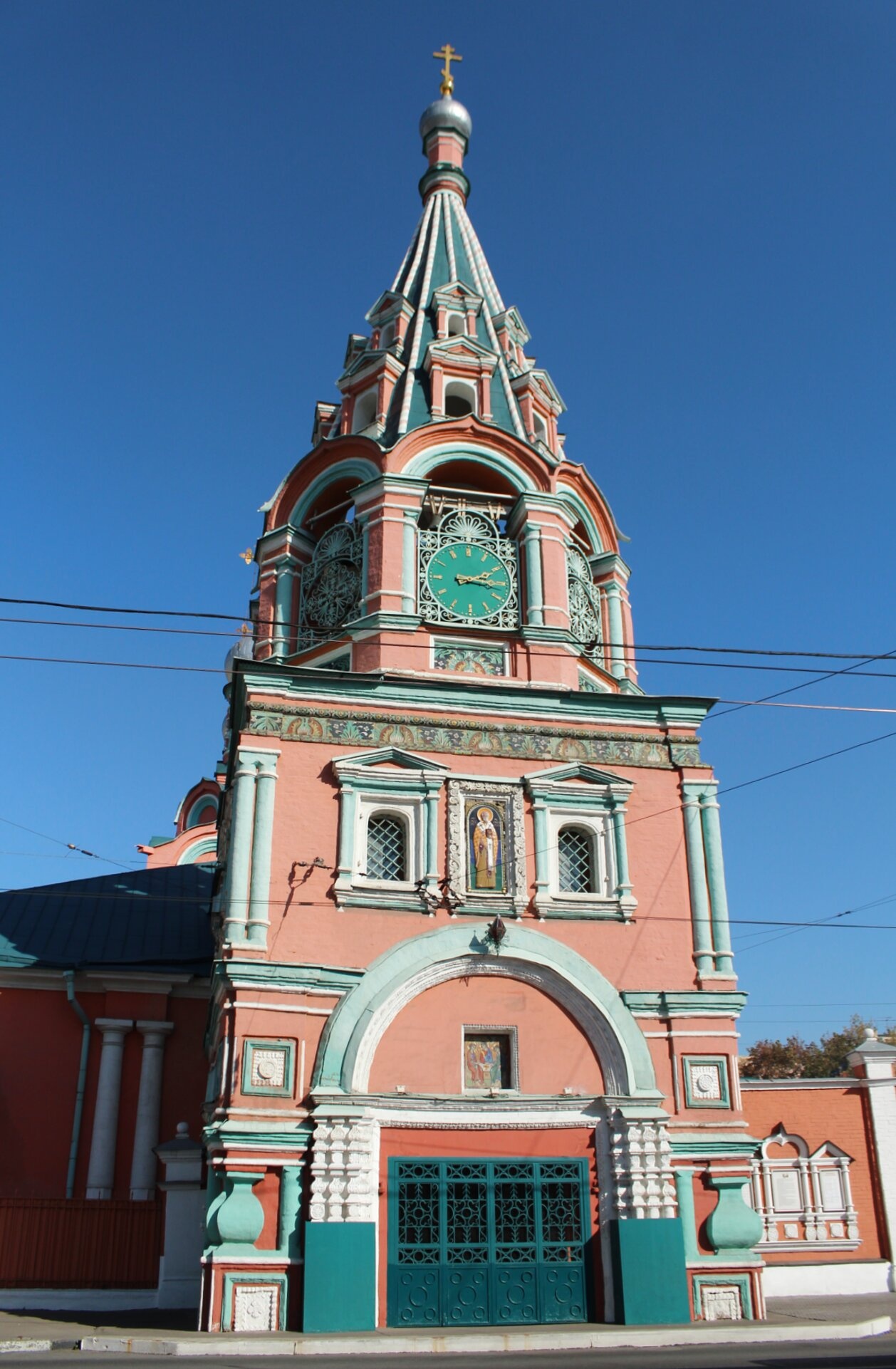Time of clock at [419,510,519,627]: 2:15
